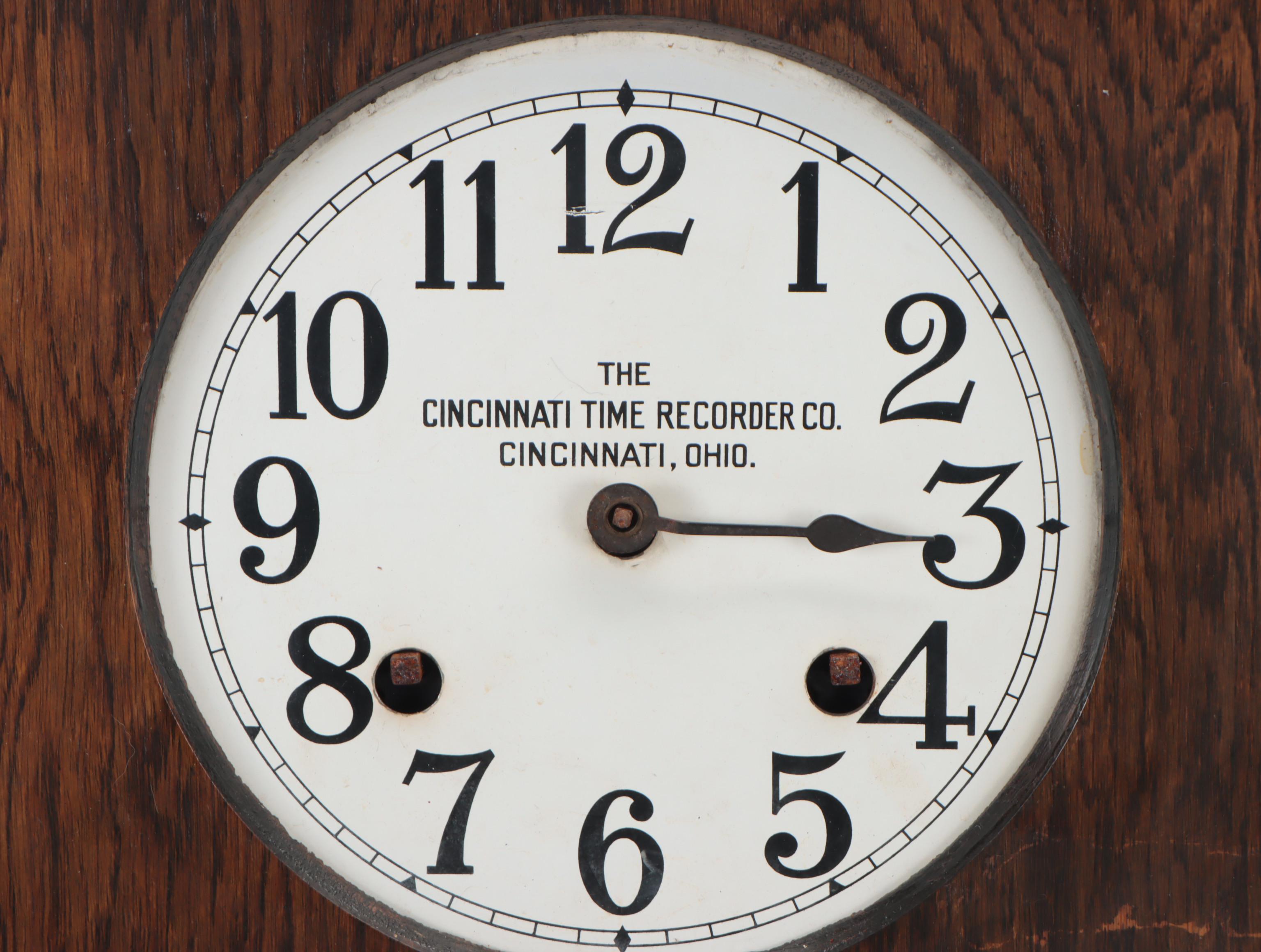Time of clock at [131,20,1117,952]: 12:15
